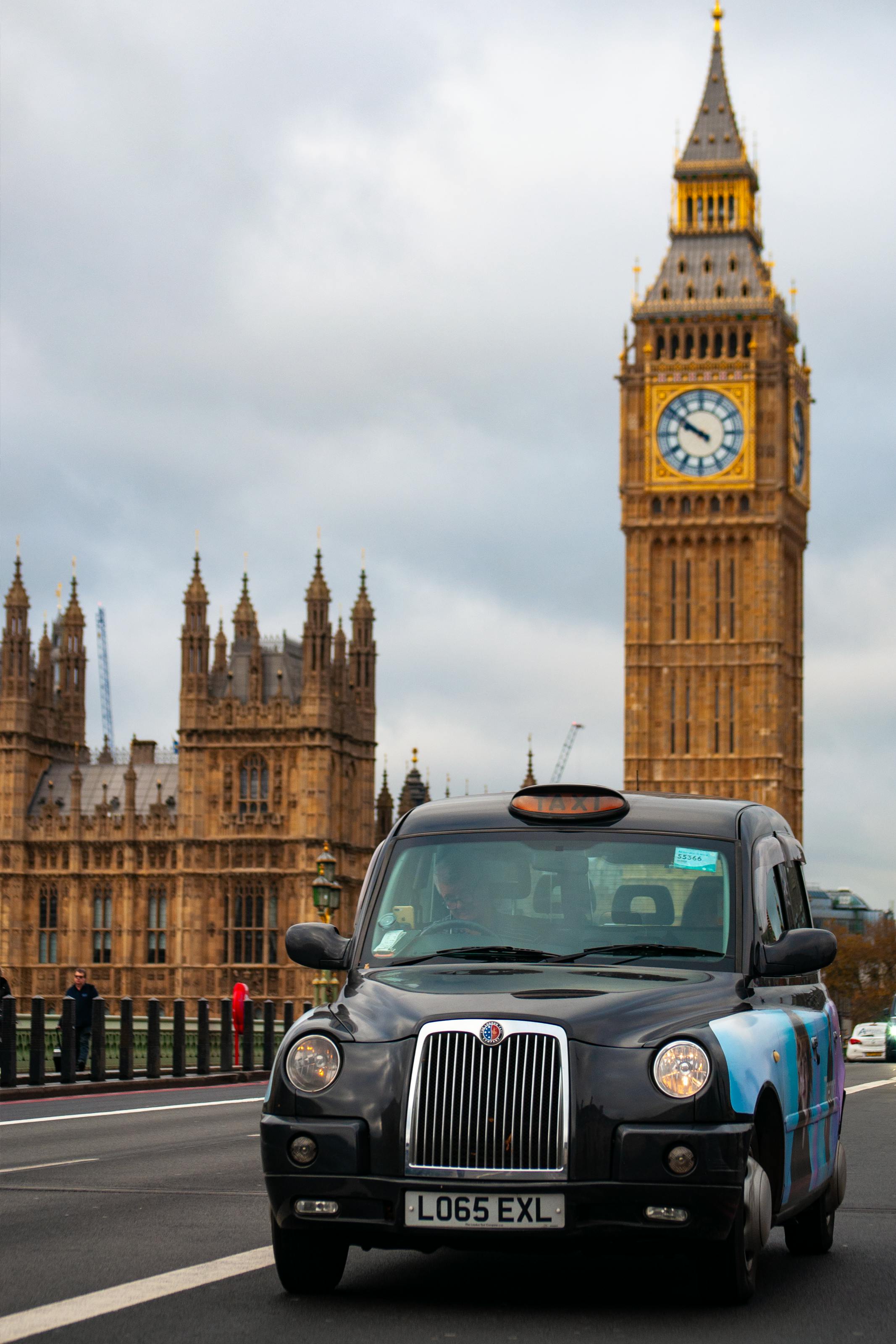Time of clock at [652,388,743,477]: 9:51
